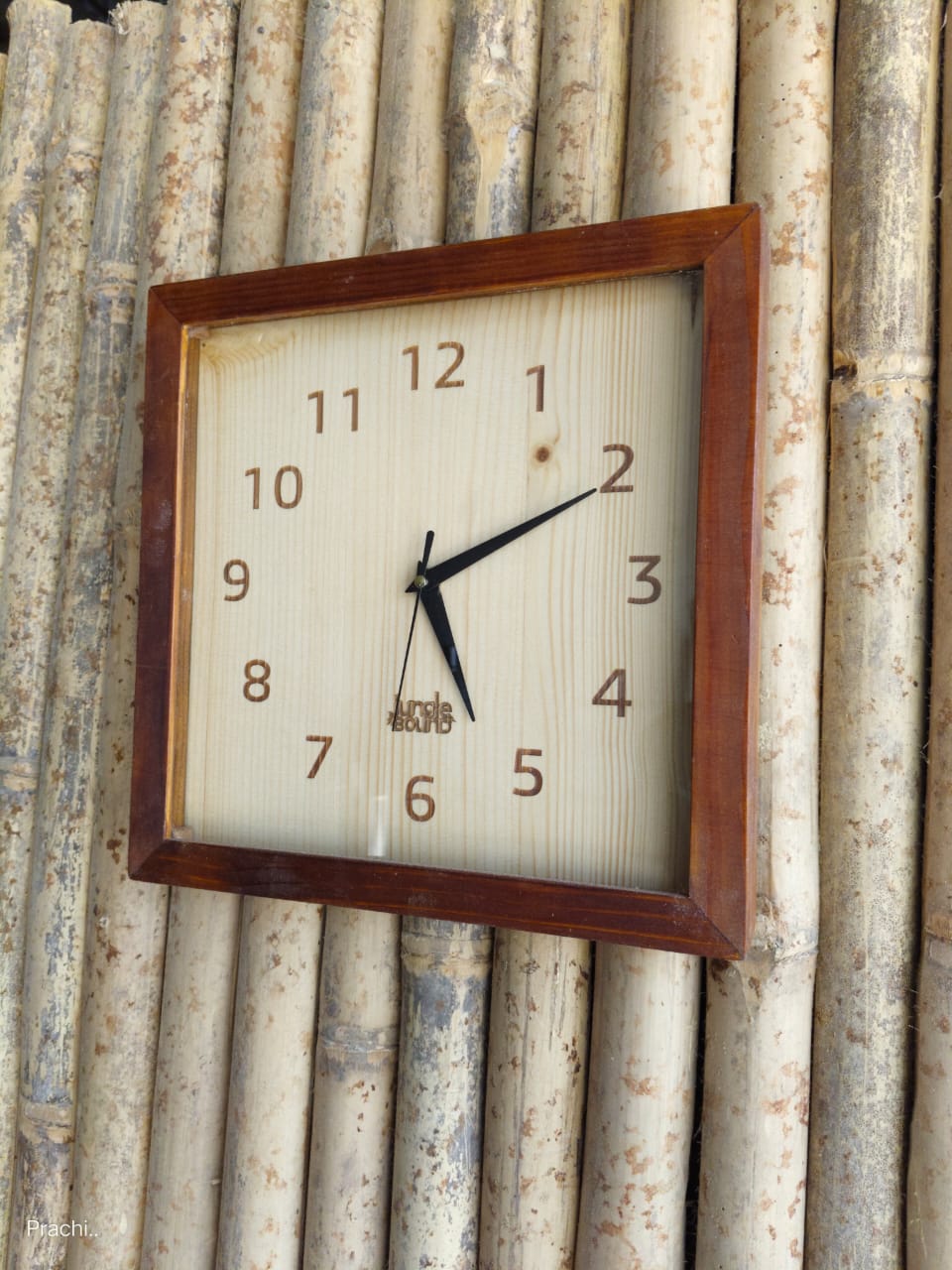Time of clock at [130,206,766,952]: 5:10
